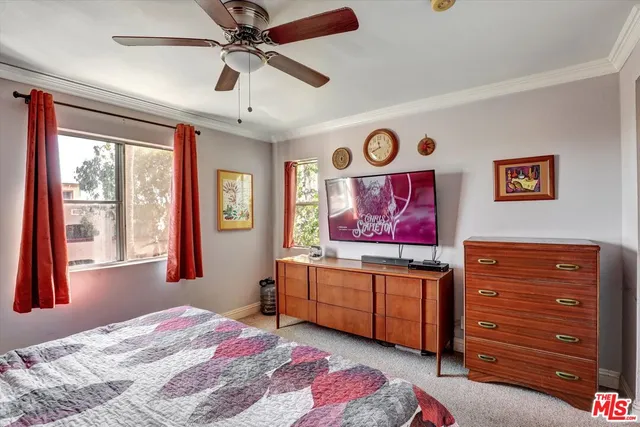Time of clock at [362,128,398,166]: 11:41
